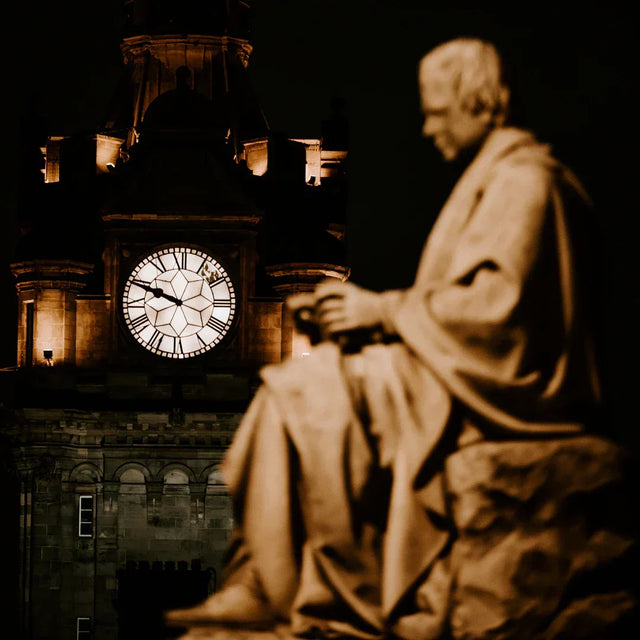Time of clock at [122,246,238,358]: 9:48
